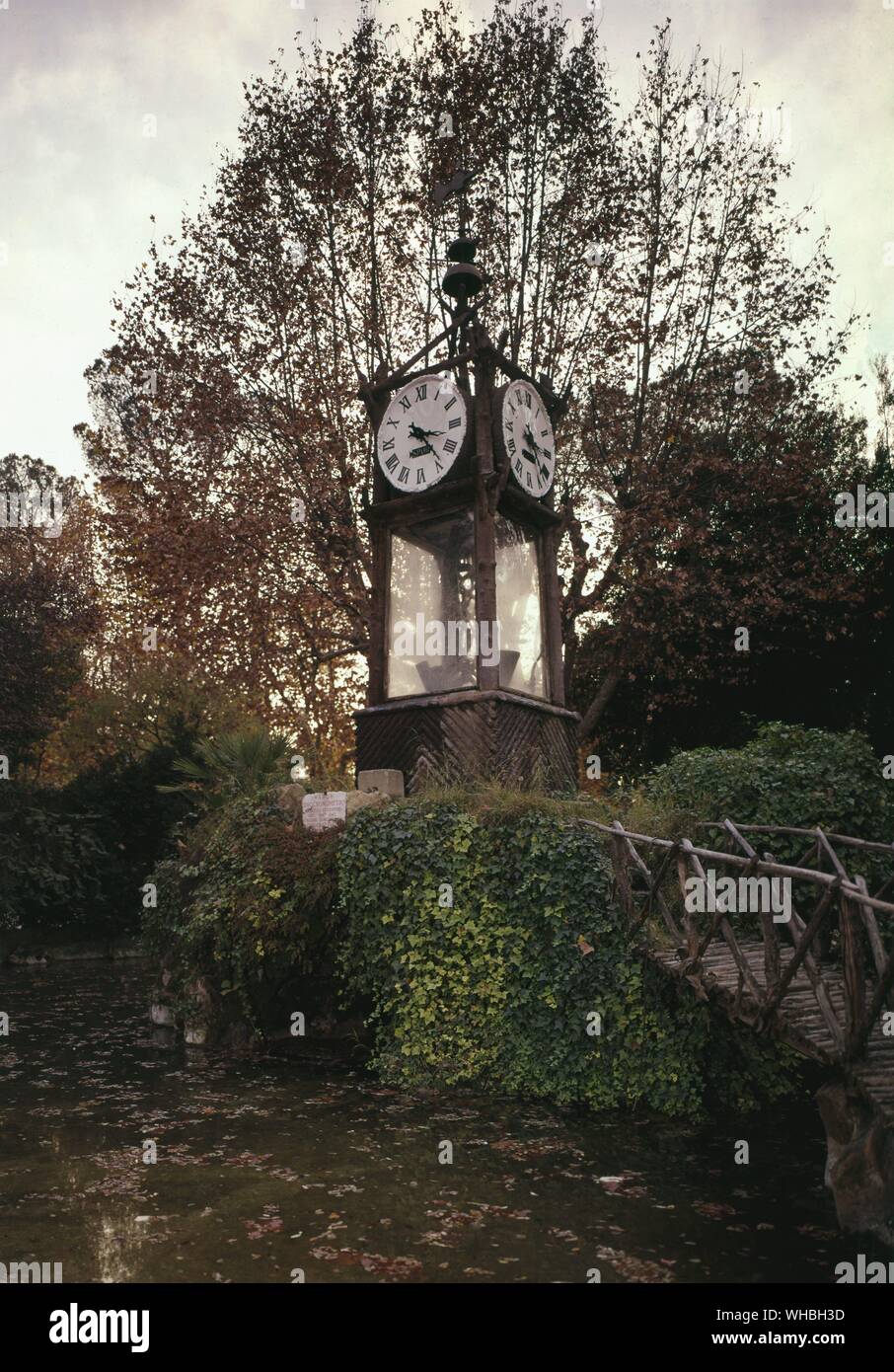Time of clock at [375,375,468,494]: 3:23
